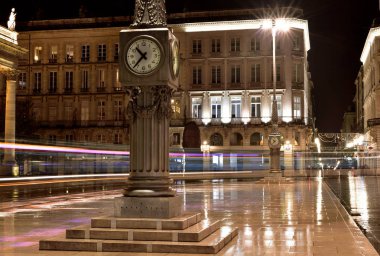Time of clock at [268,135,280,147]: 10:37
